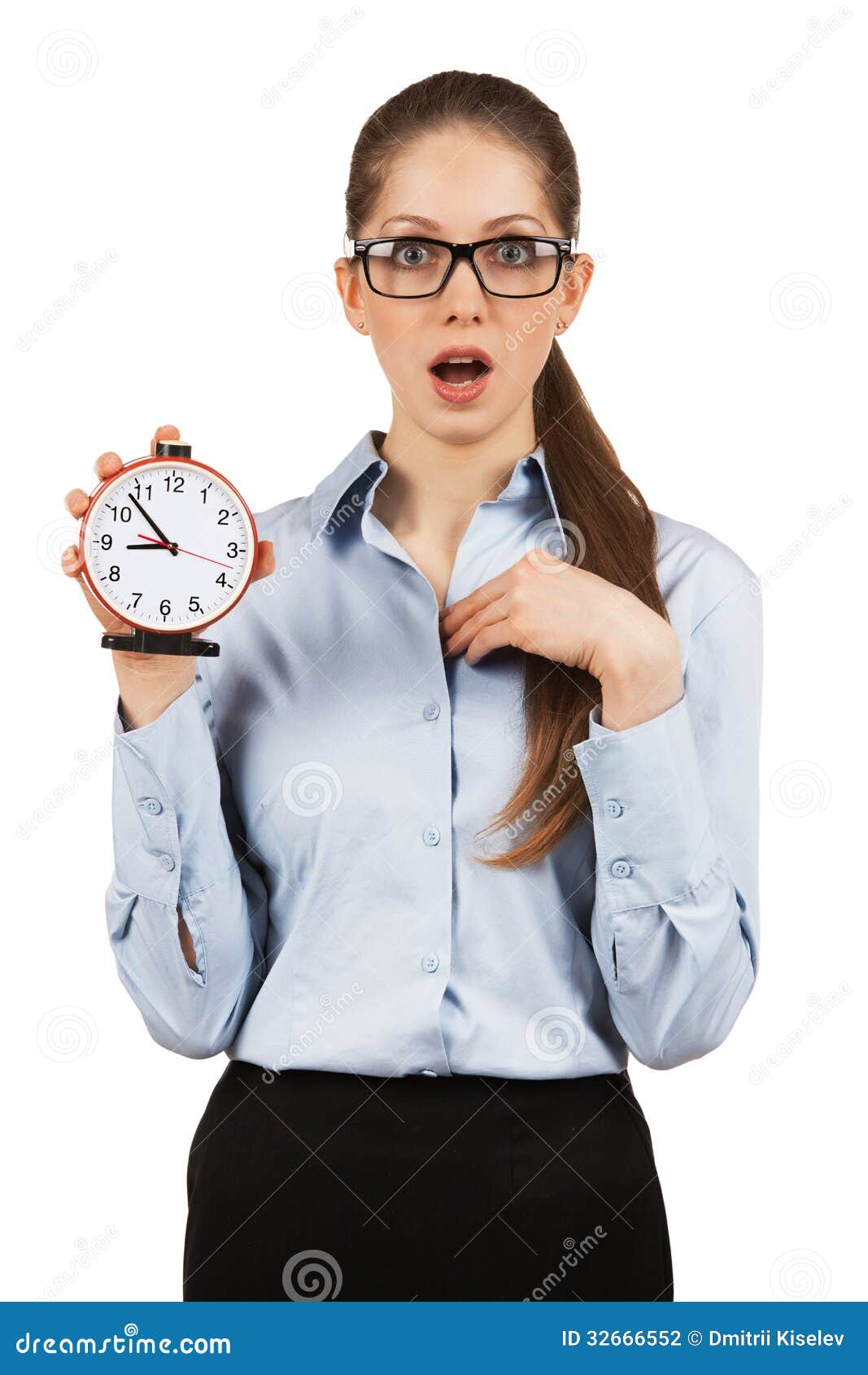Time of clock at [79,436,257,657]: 8:53
